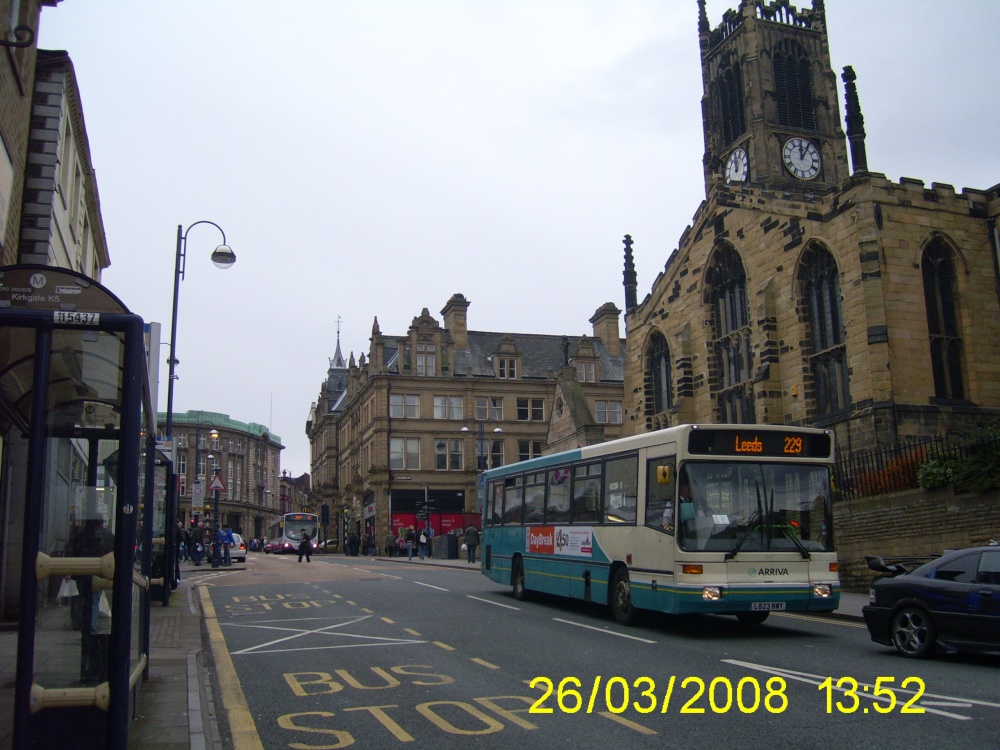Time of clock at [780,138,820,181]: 12:05
